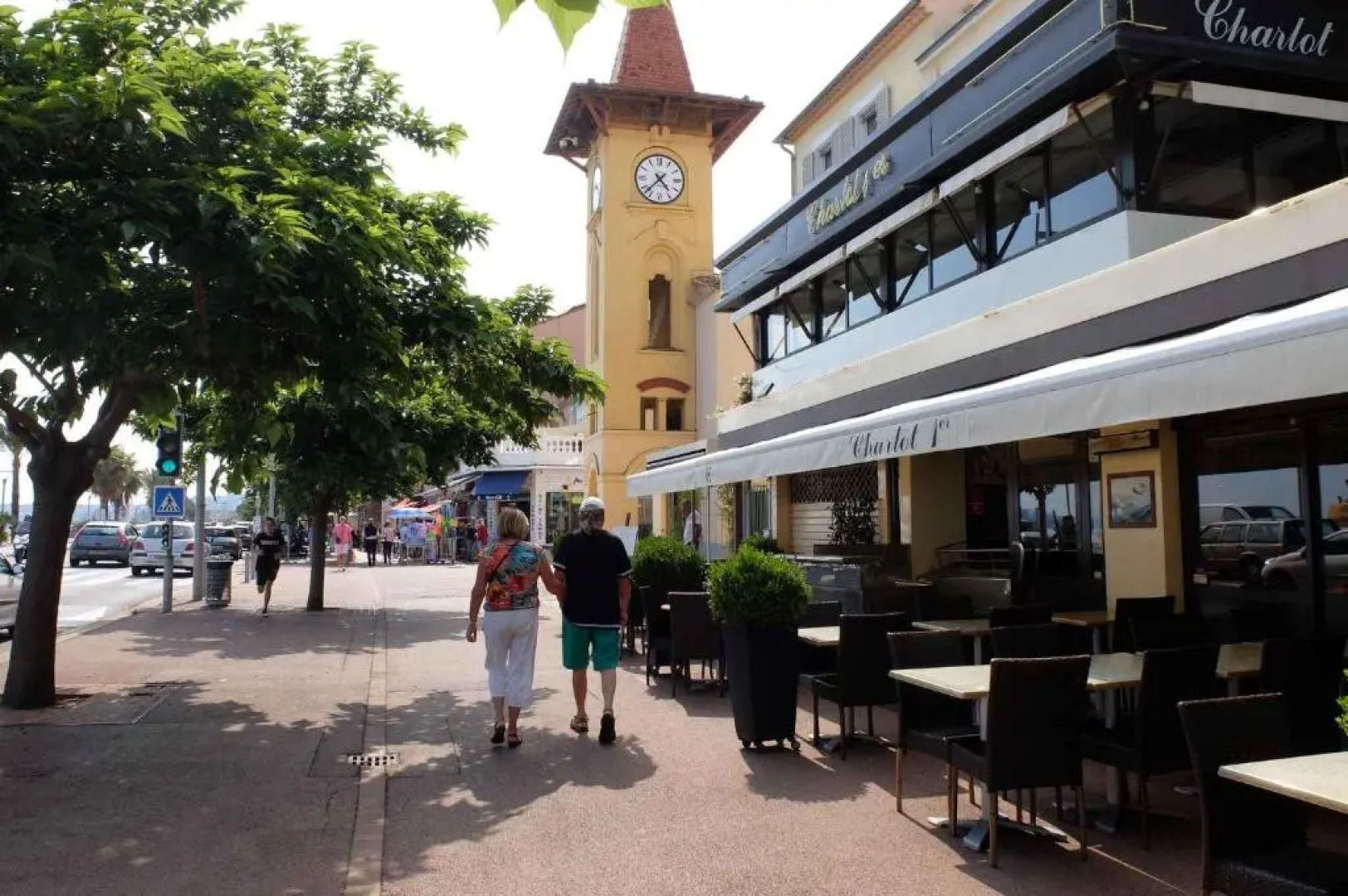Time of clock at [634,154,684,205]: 4:37
